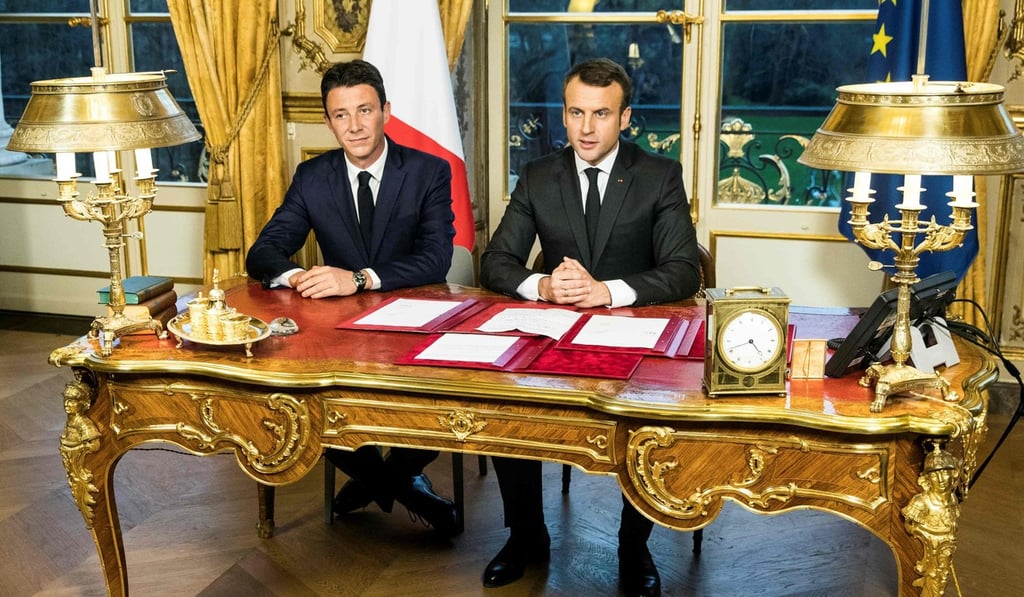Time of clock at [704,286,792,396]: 4:41
